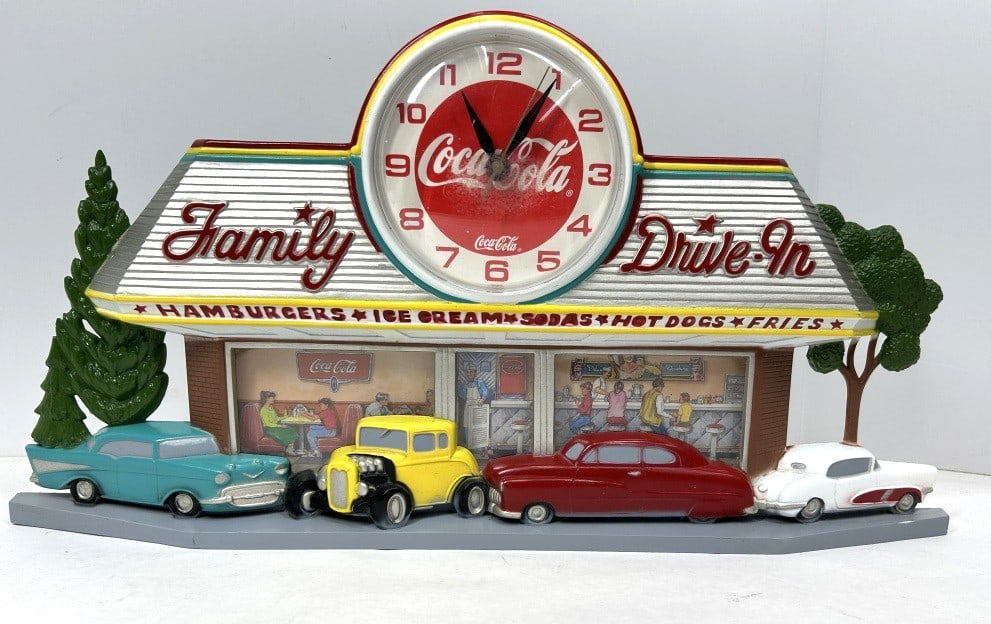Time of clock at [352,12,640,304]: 11:05
